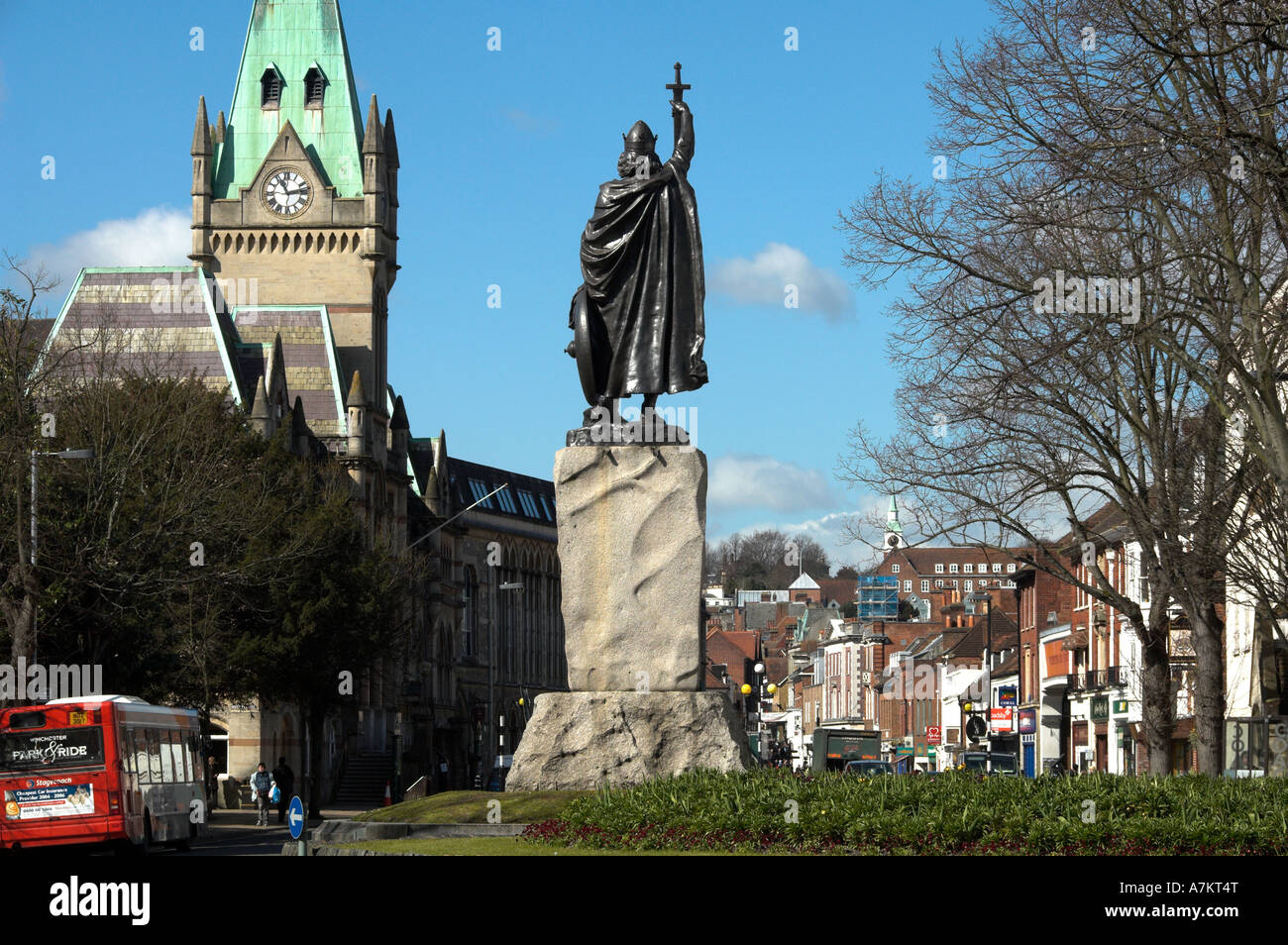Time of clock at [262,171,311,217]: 11:13
